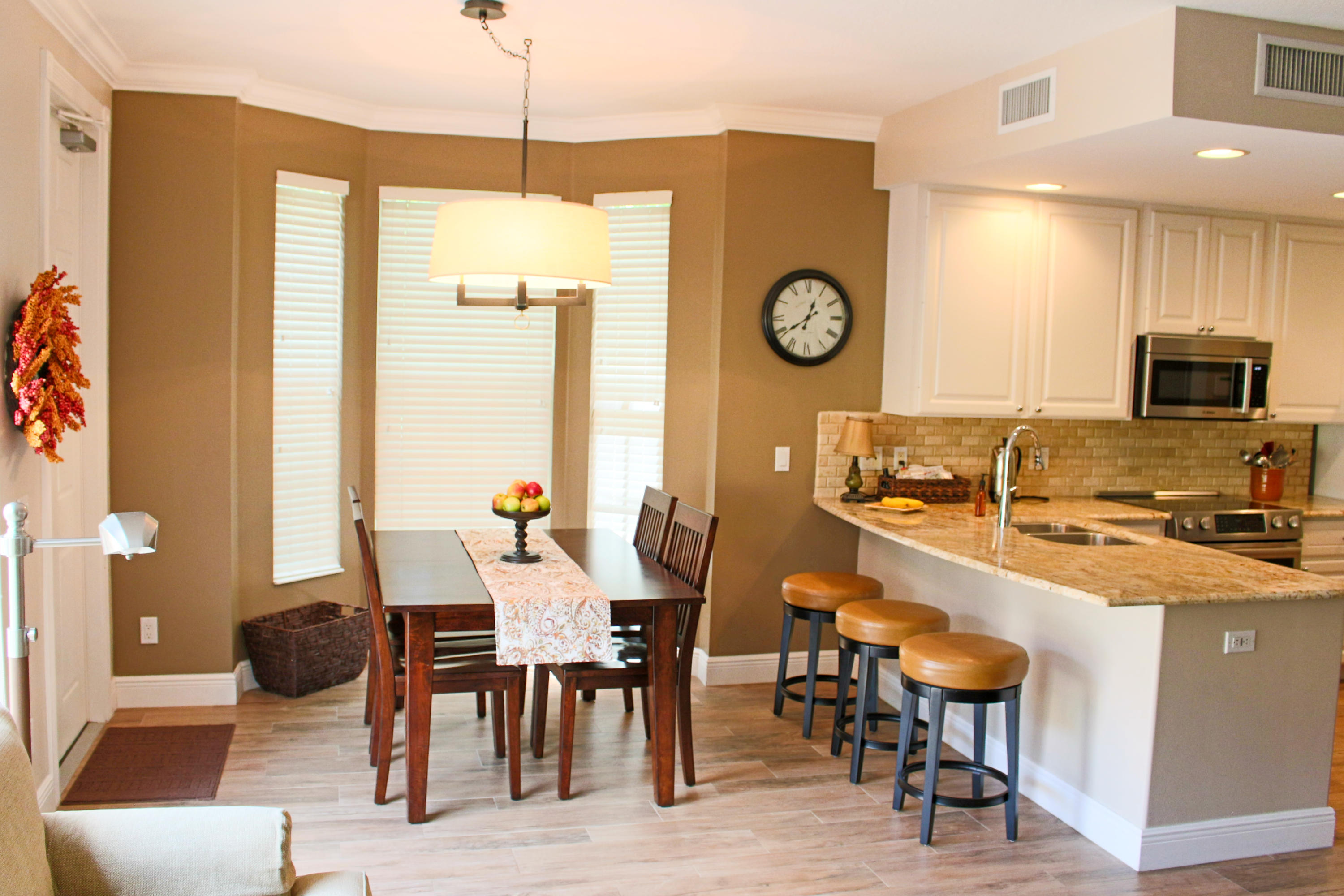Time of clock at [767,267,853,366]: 12:39
